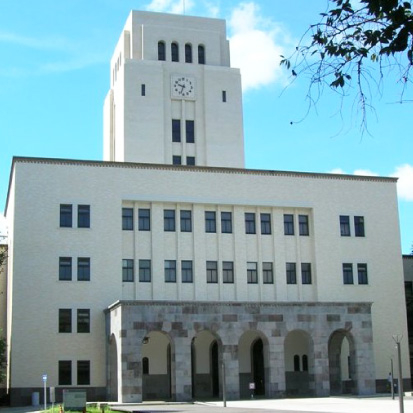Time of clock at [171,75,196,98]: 9:33
